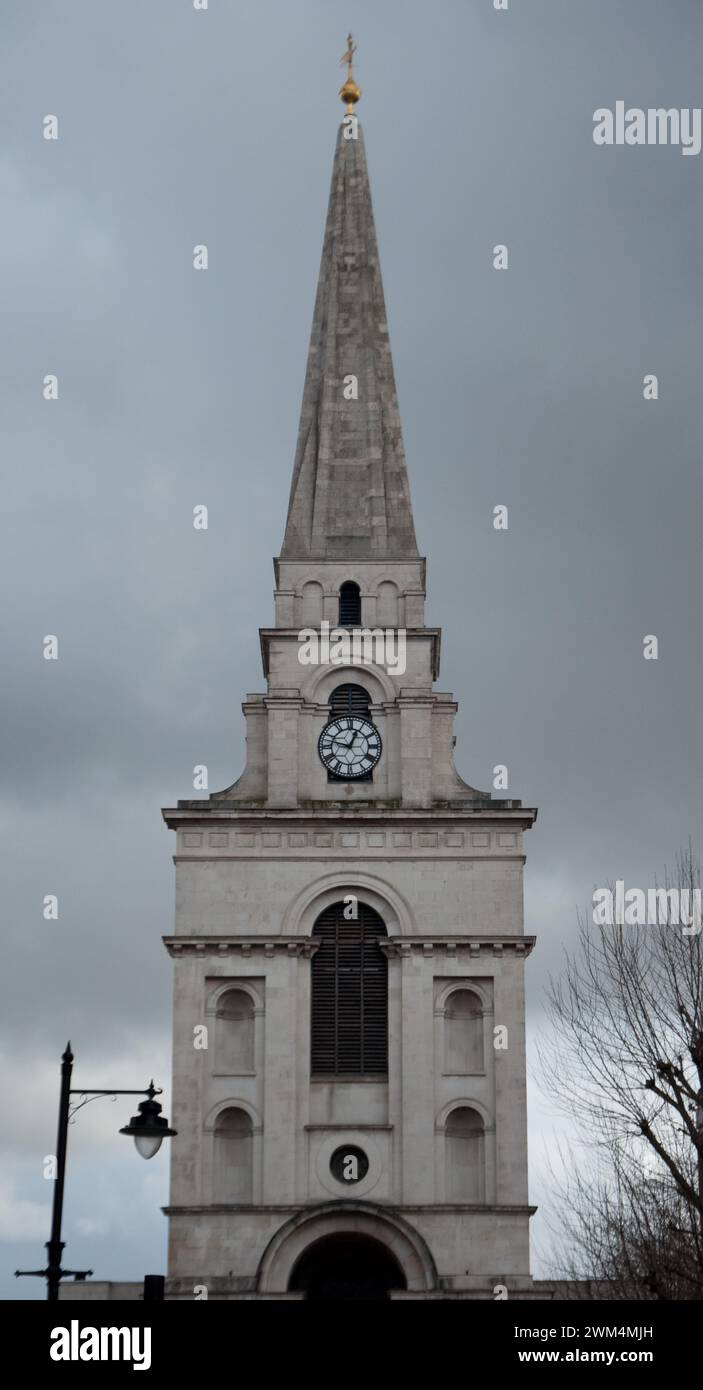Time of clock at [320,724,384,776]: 12:47
